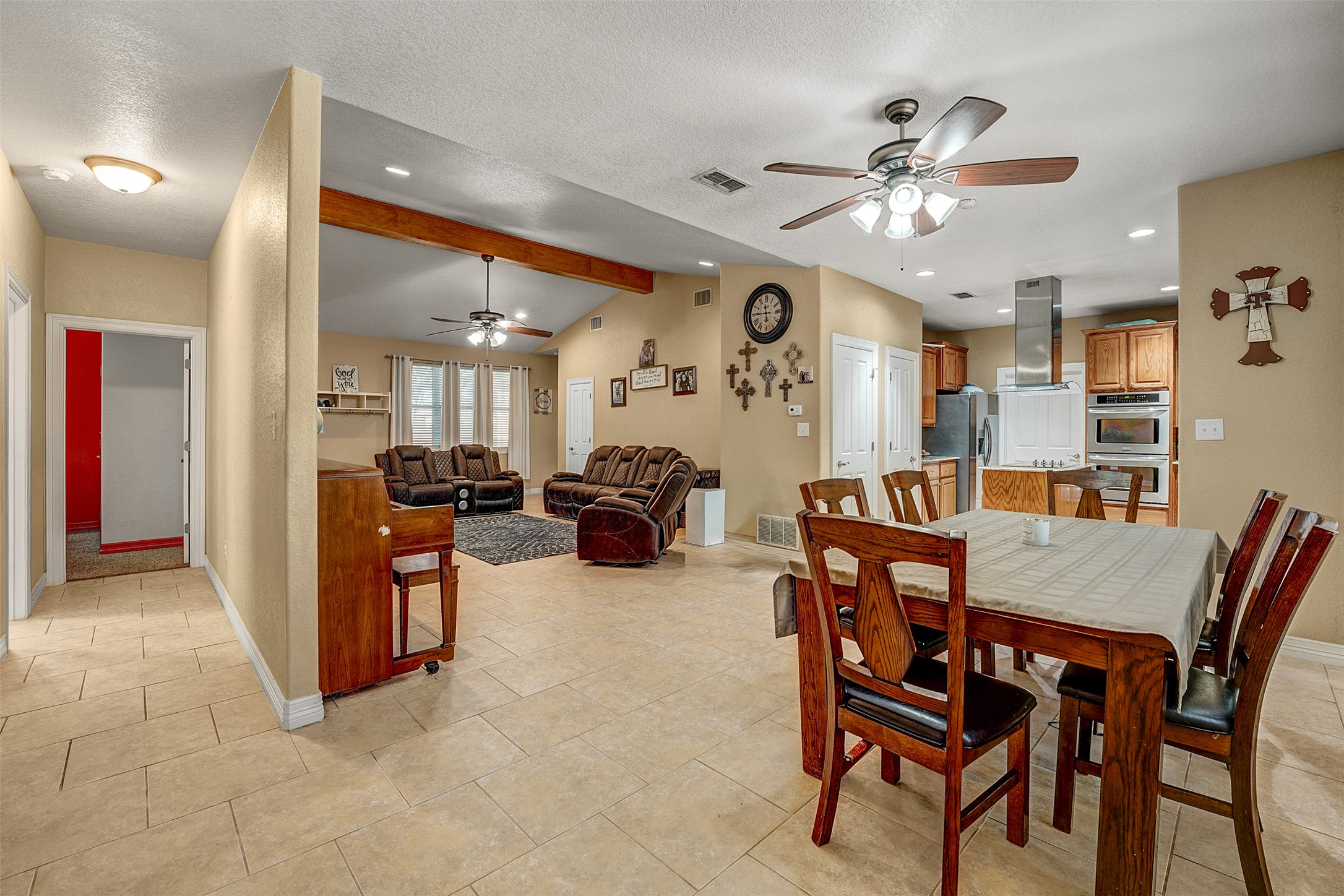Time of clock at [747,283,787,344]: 11:45
